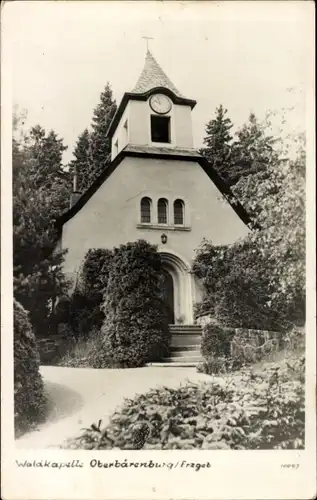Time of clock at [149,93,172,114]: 9:57
